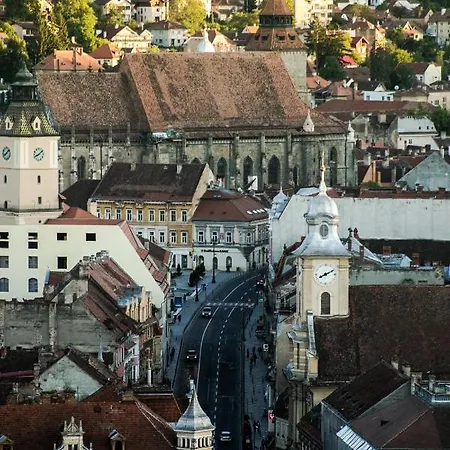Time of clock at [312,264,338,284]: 8:11
